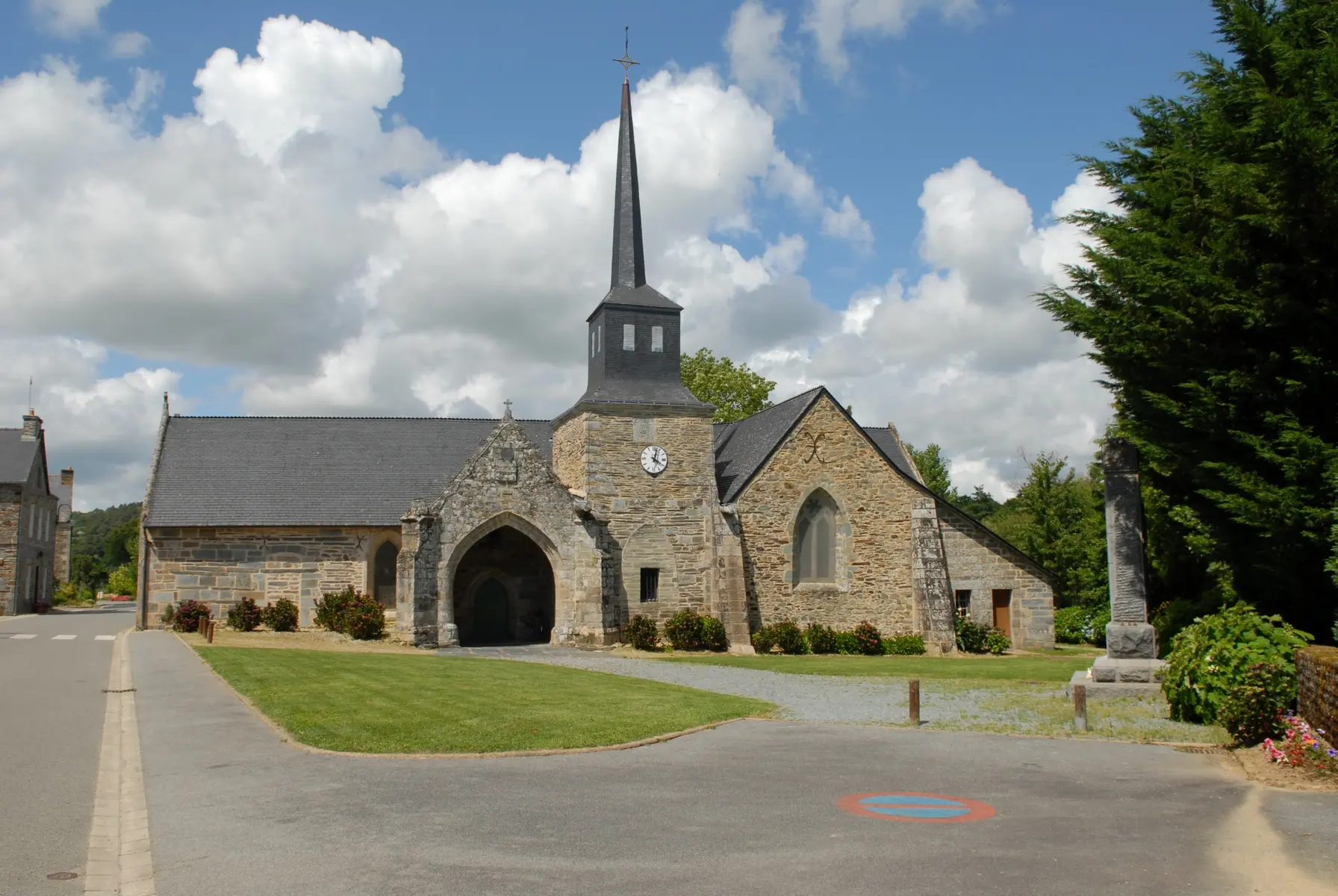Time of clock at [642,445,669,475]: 4:02
